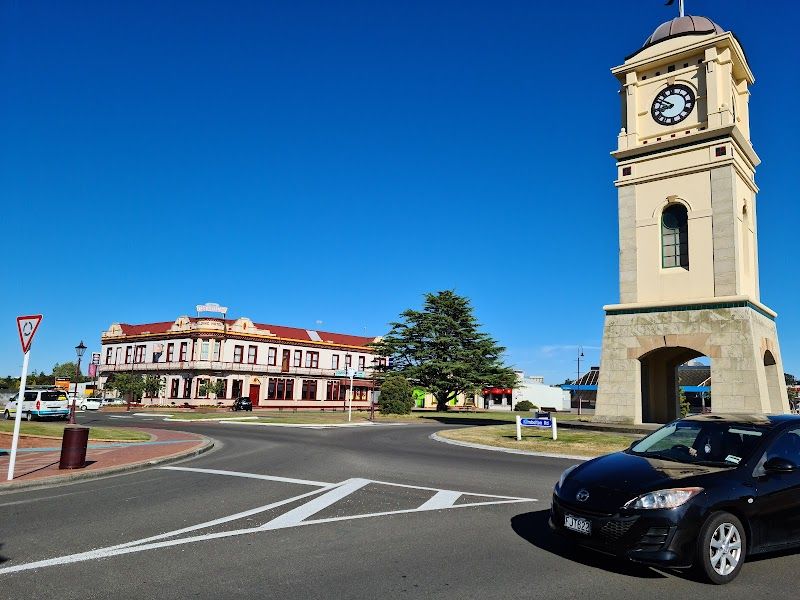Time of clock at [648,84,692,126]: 8:50
